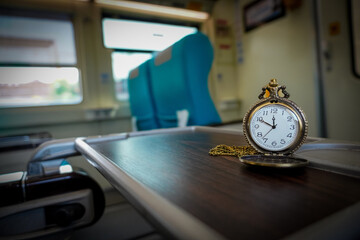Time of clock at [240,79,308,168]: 11:49
